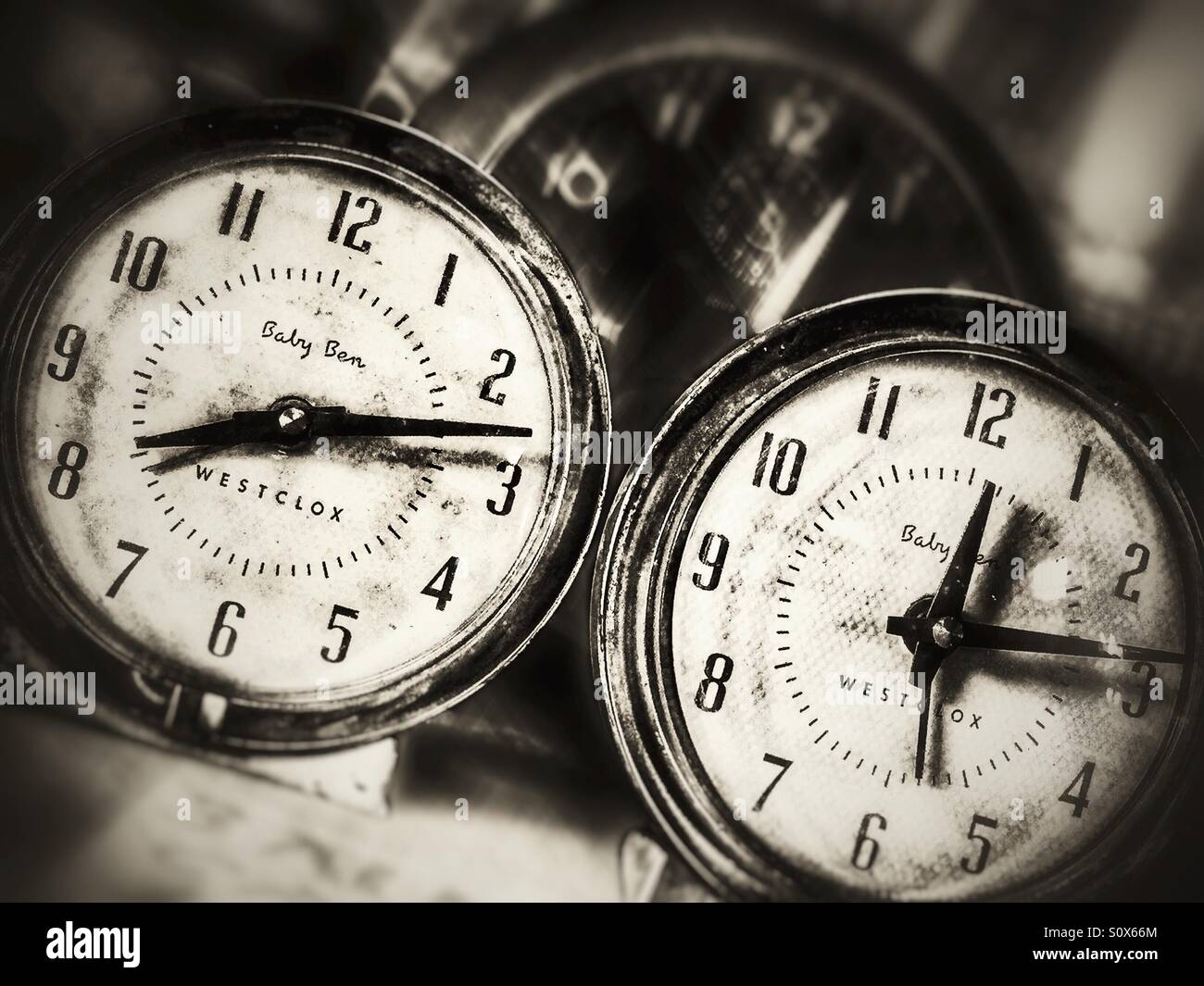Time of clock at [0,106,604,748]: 8:13
